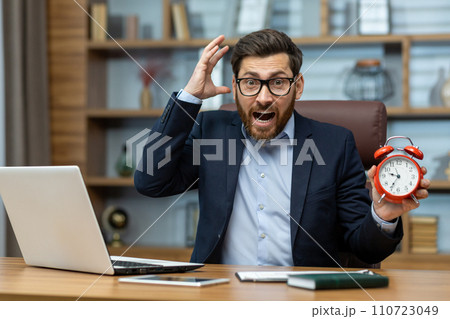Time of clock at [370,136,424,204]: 9:35
